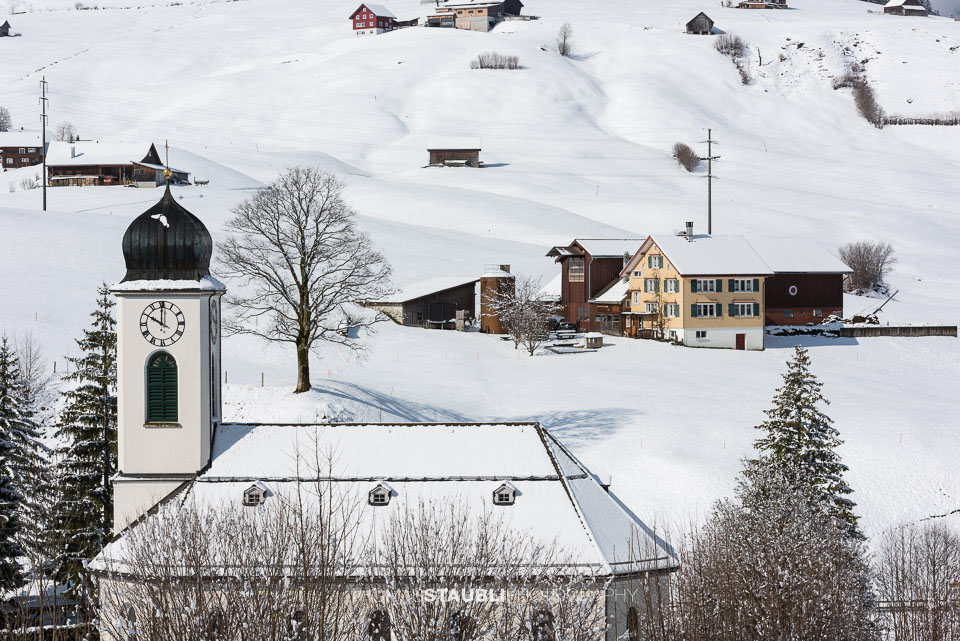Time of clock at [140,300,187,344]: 10:00
